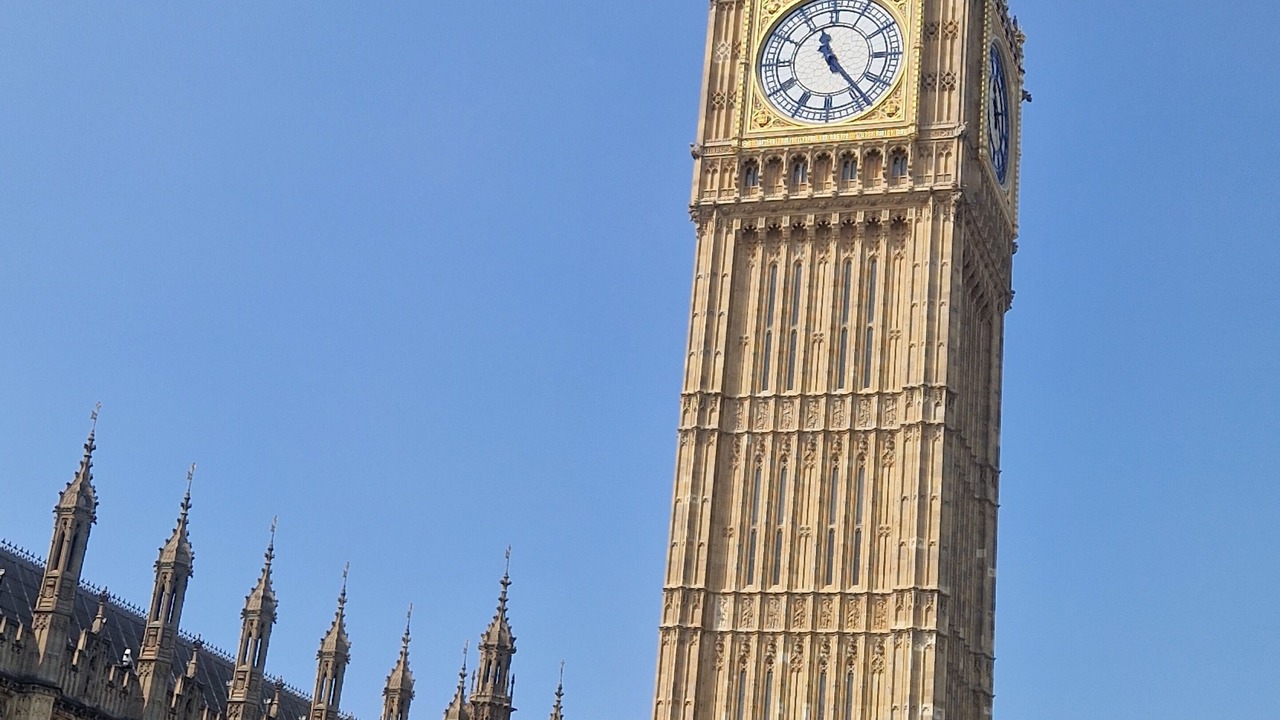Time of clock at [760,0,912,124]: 11:23
